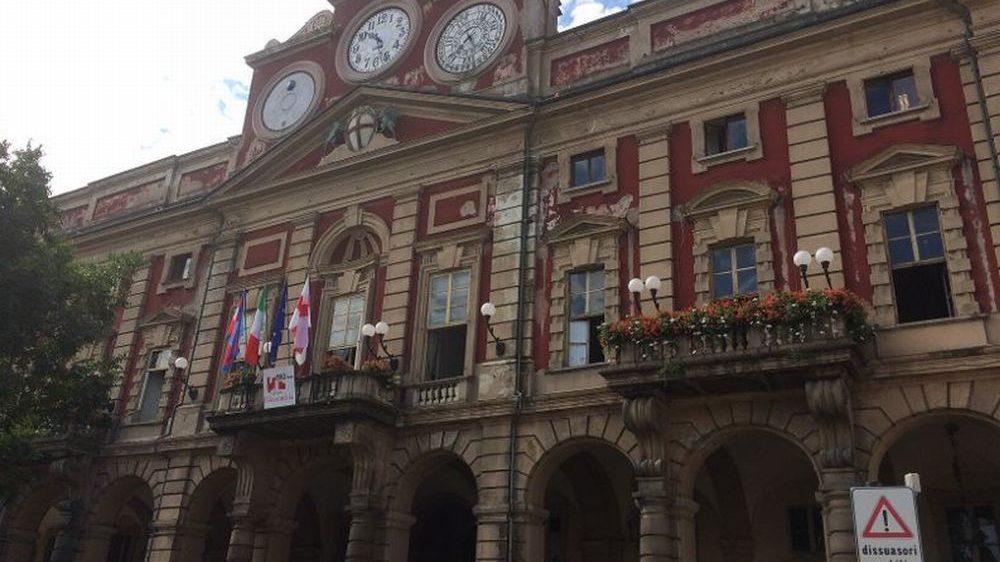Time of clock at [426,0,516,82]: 7:24
